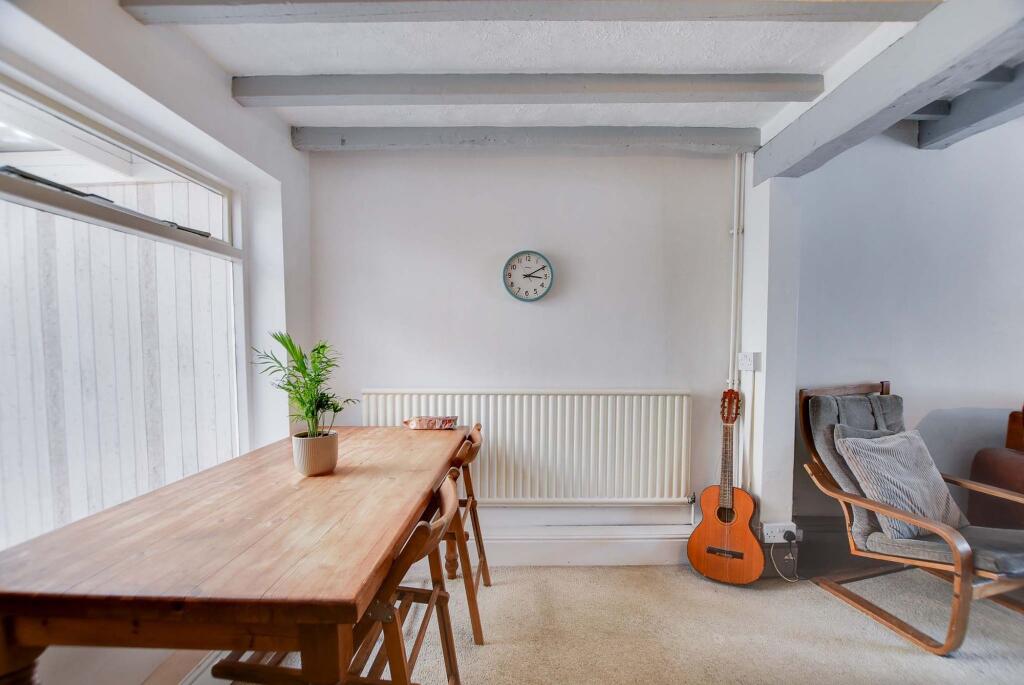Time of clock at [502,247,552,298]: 3:09
